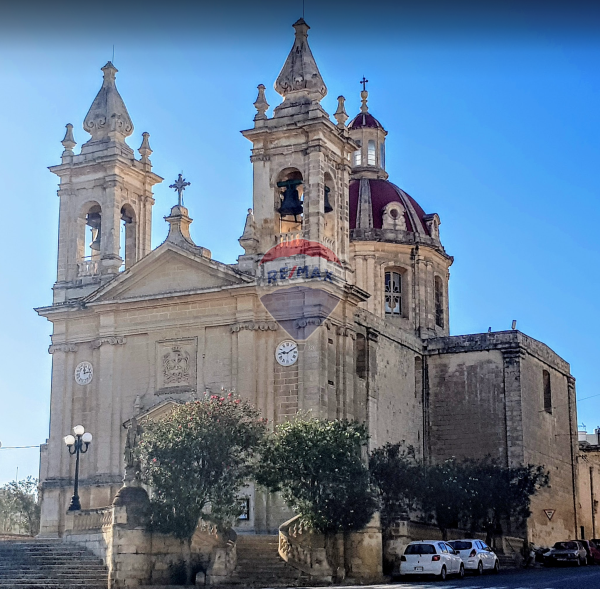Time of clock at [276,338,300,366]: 9:10
